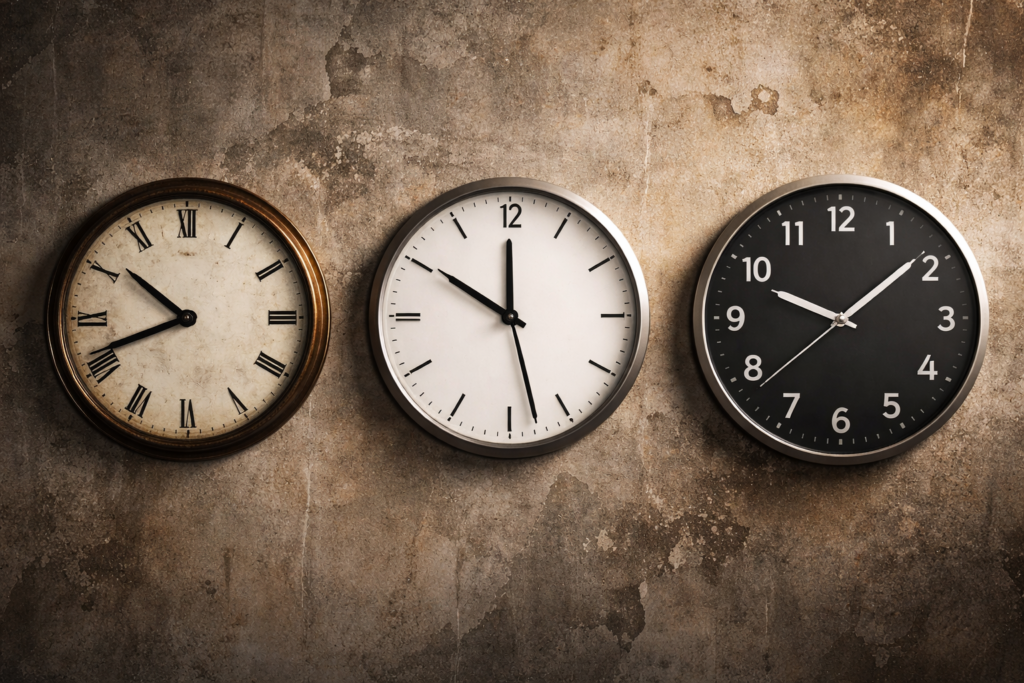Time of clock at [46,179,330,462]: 10:41
